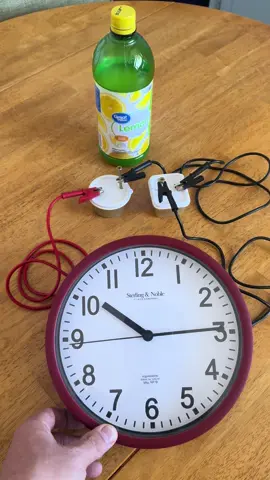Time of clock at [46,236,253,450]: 10:14
